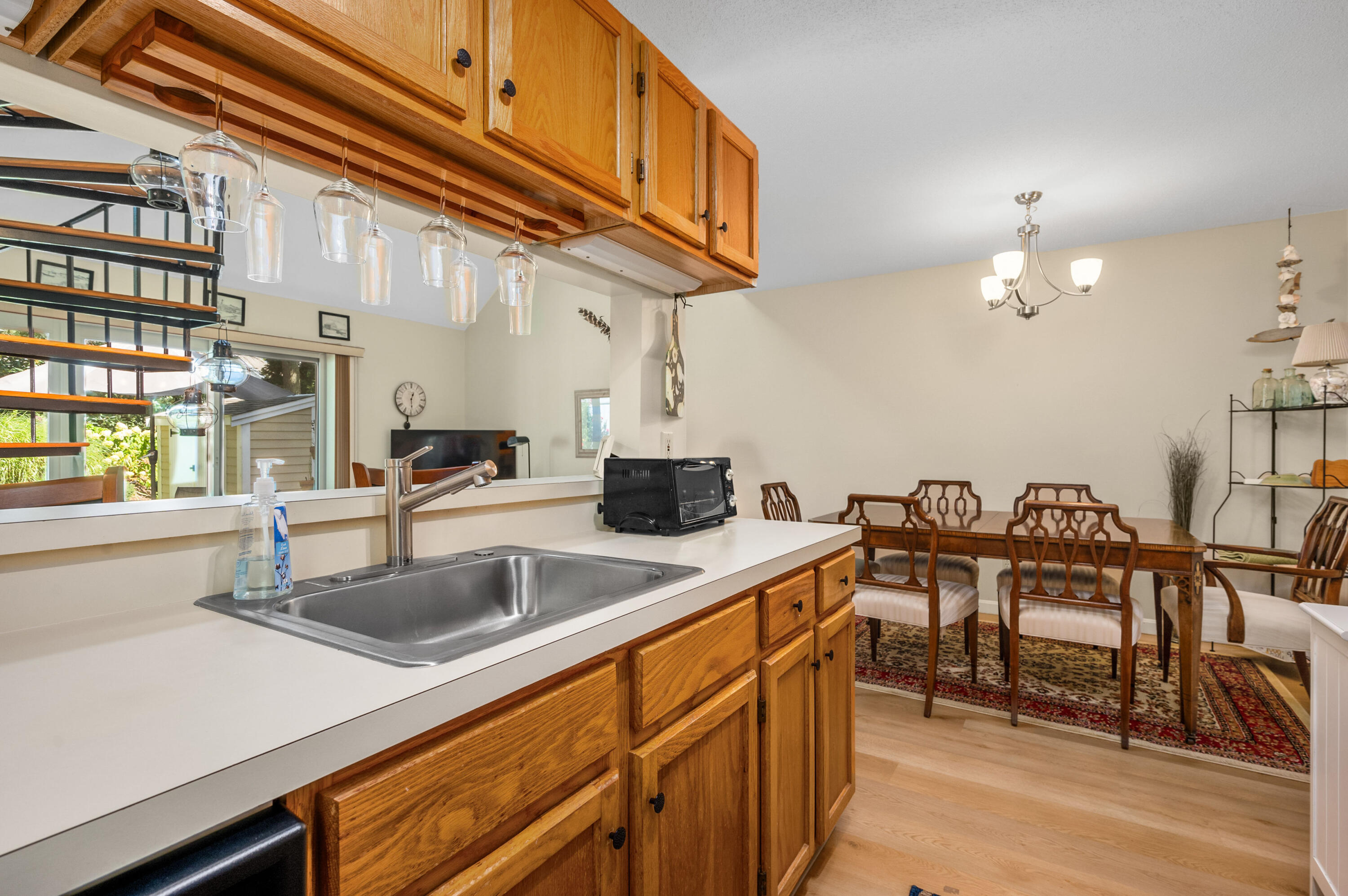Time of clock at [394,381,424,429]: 12:28
